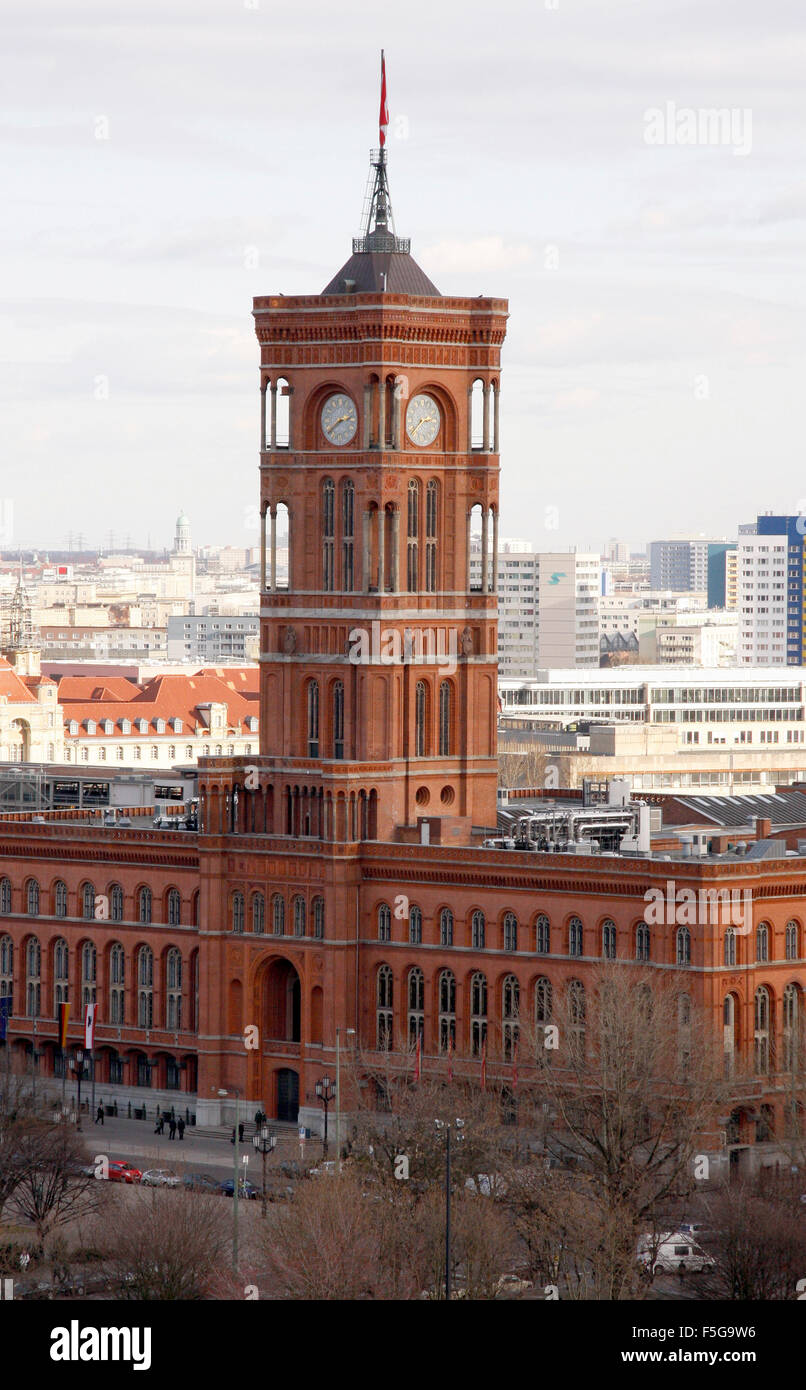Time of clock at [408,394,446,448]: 2:38
